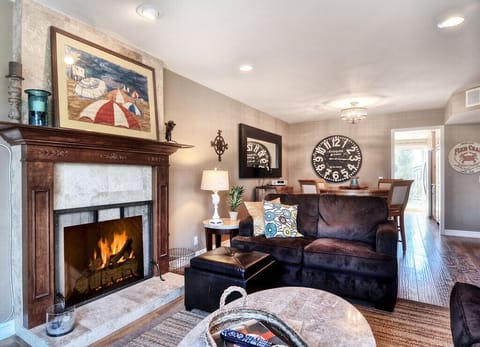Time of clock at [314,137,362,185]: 3:15
